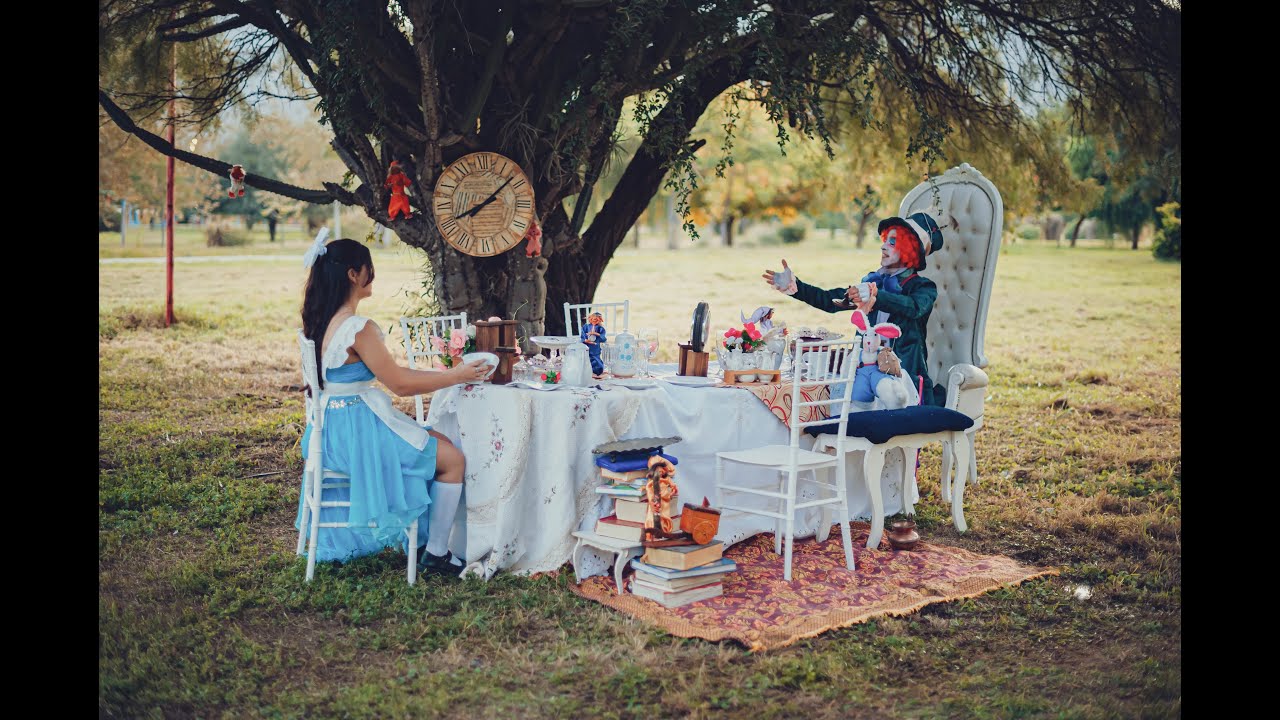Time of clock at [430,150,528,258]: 8:08
